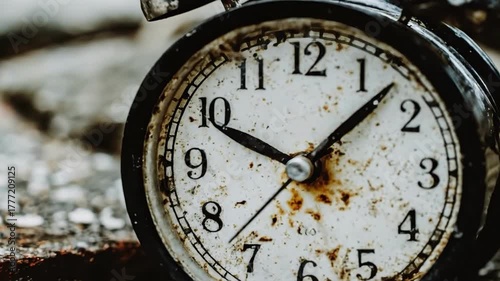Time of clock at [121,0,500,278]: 10:07
